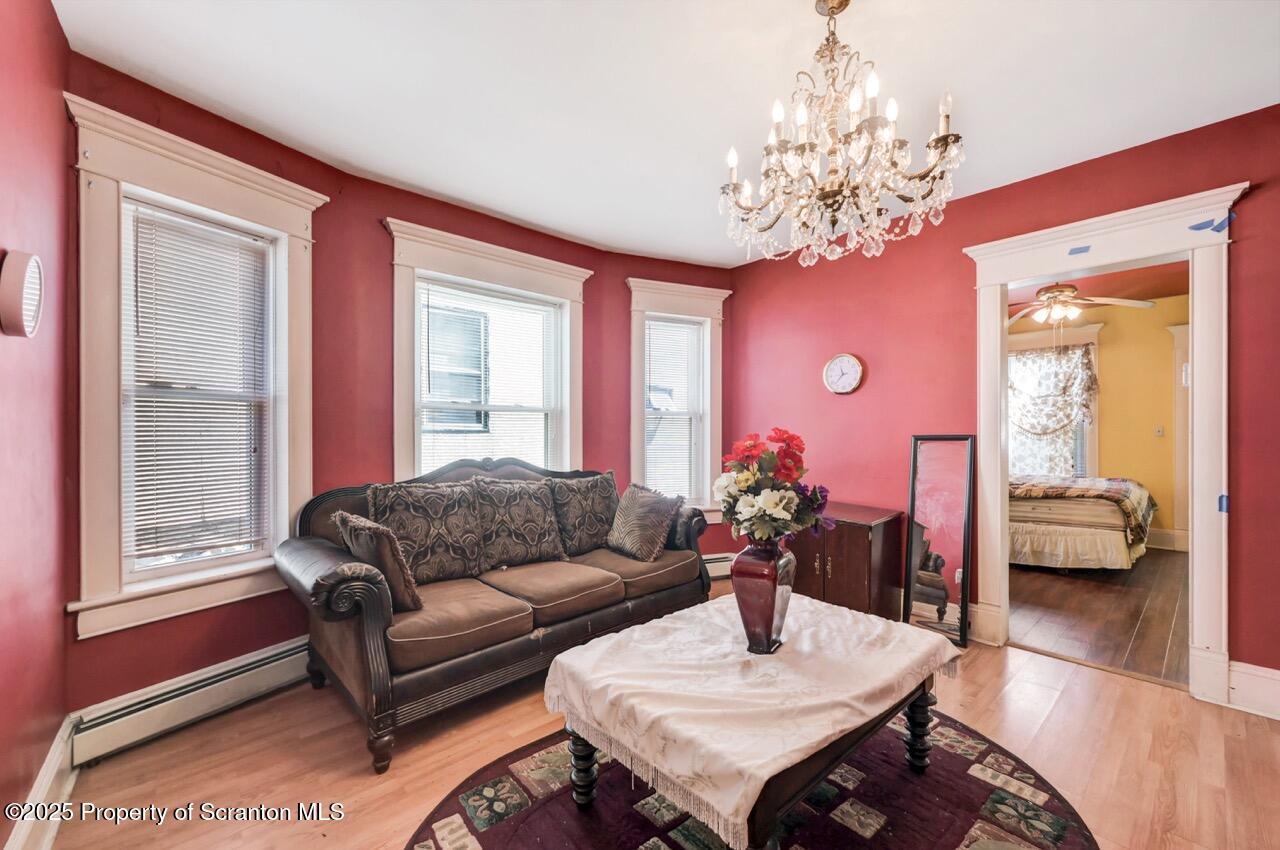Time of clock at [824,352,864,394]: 11:37
